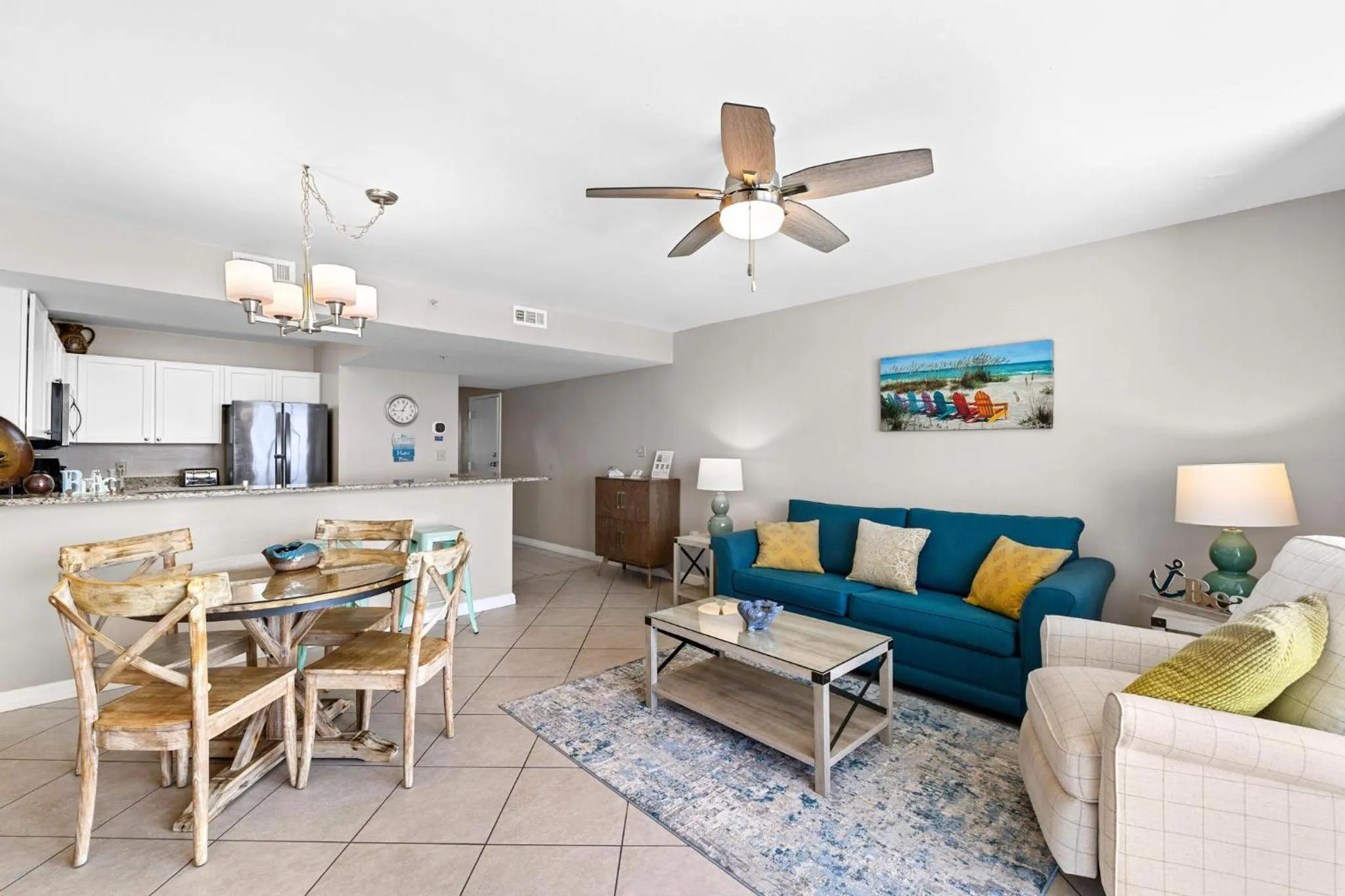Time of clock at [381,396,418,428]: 12:44
